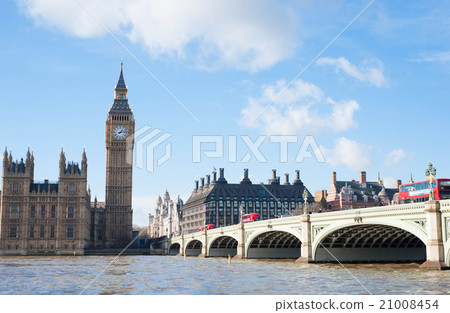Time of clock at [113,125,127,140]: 1:13
